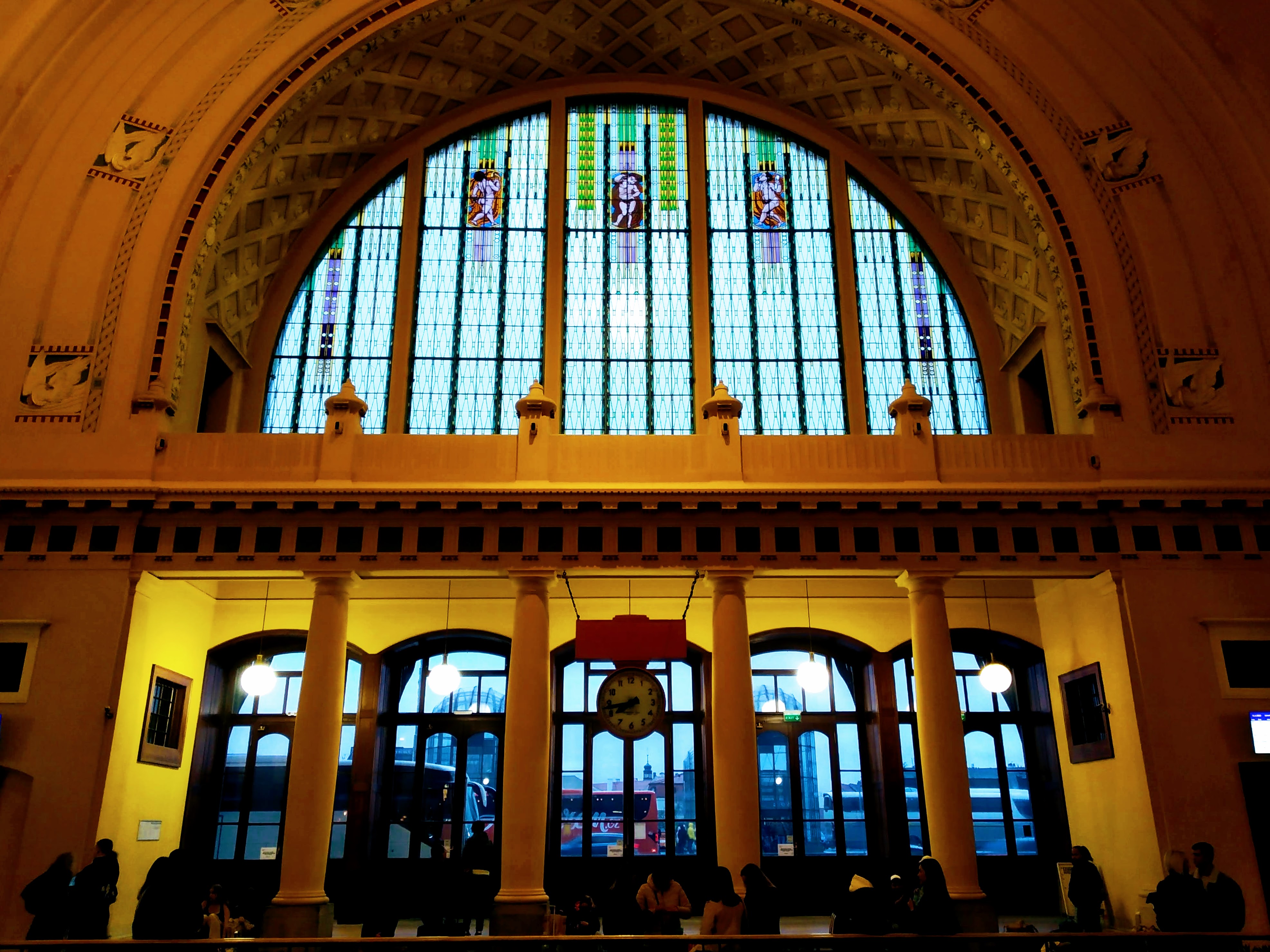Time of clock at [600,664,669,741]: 7:43
